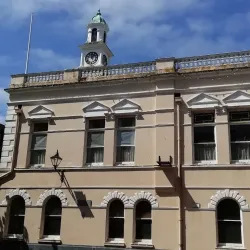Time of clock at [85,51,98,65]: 12:07
